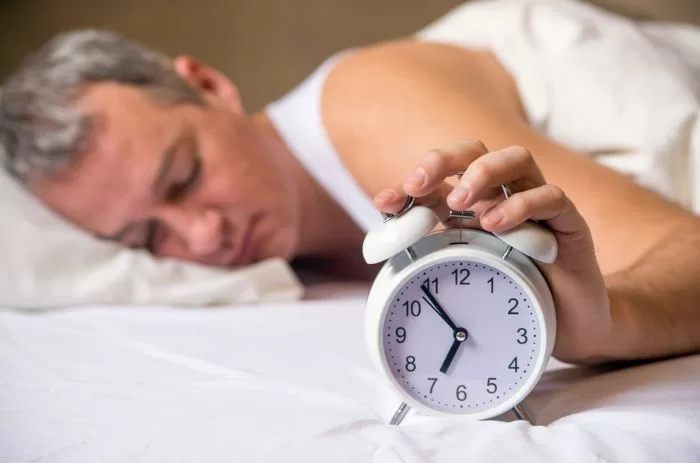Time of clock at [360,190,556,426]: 6:53
